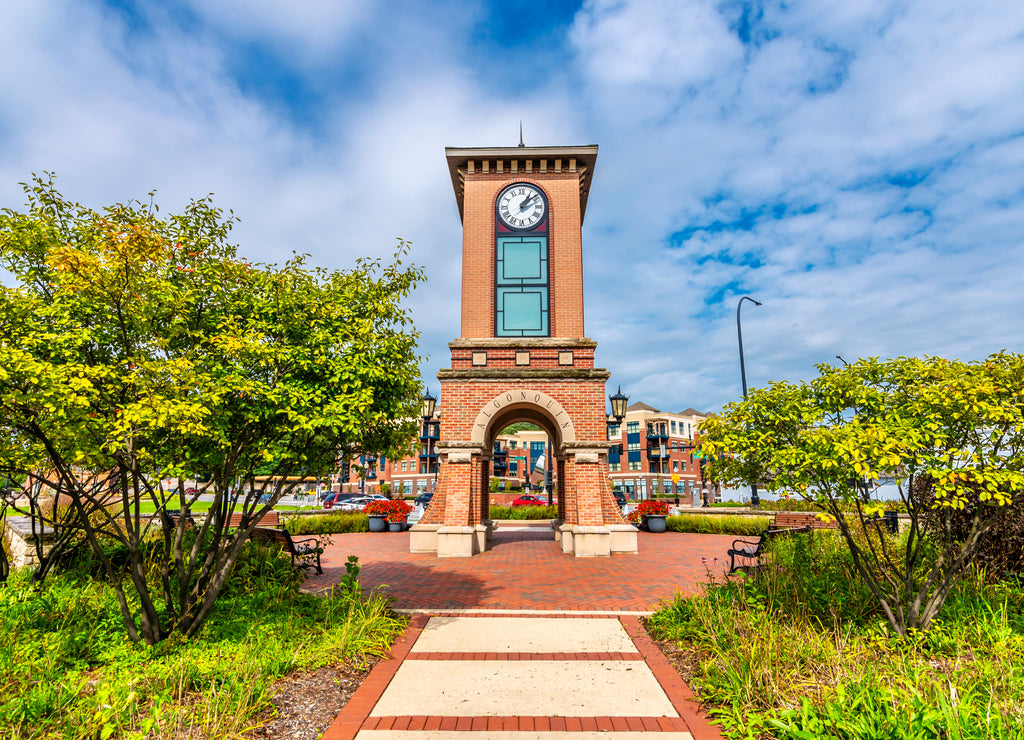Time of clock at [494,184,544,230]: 1:08
